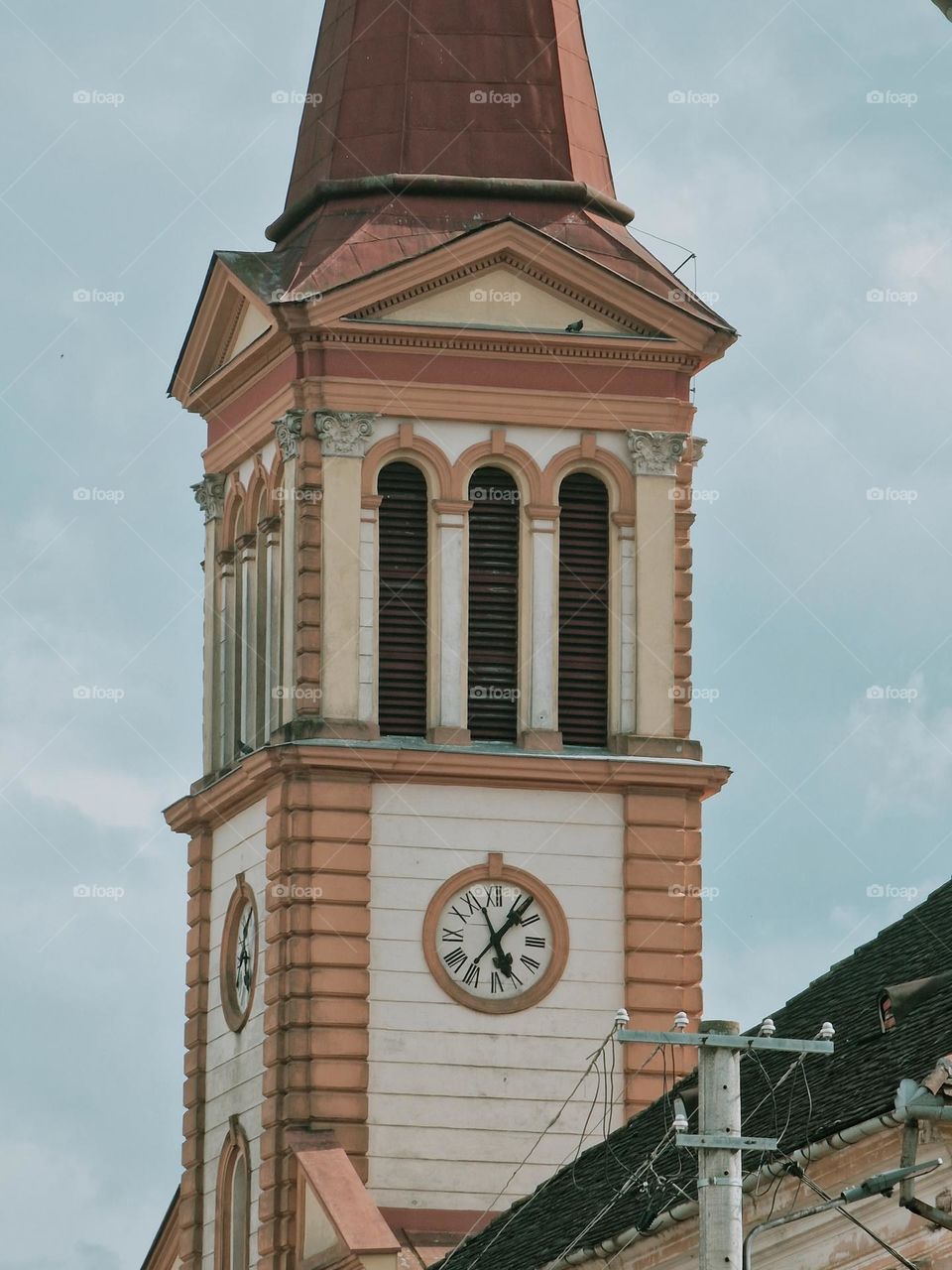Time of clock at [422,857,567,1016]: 5:06
